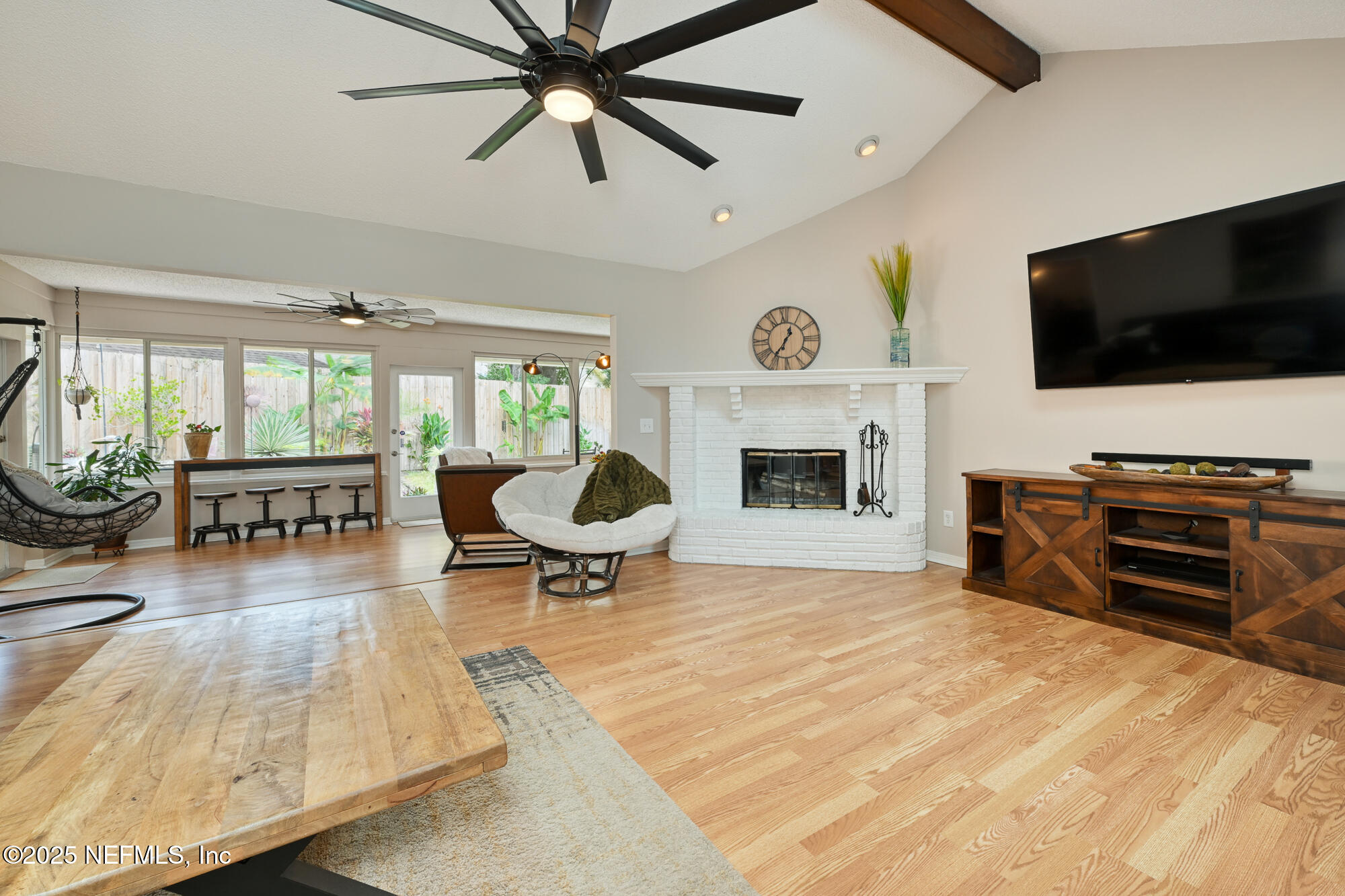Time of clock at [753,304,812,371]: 12:36
